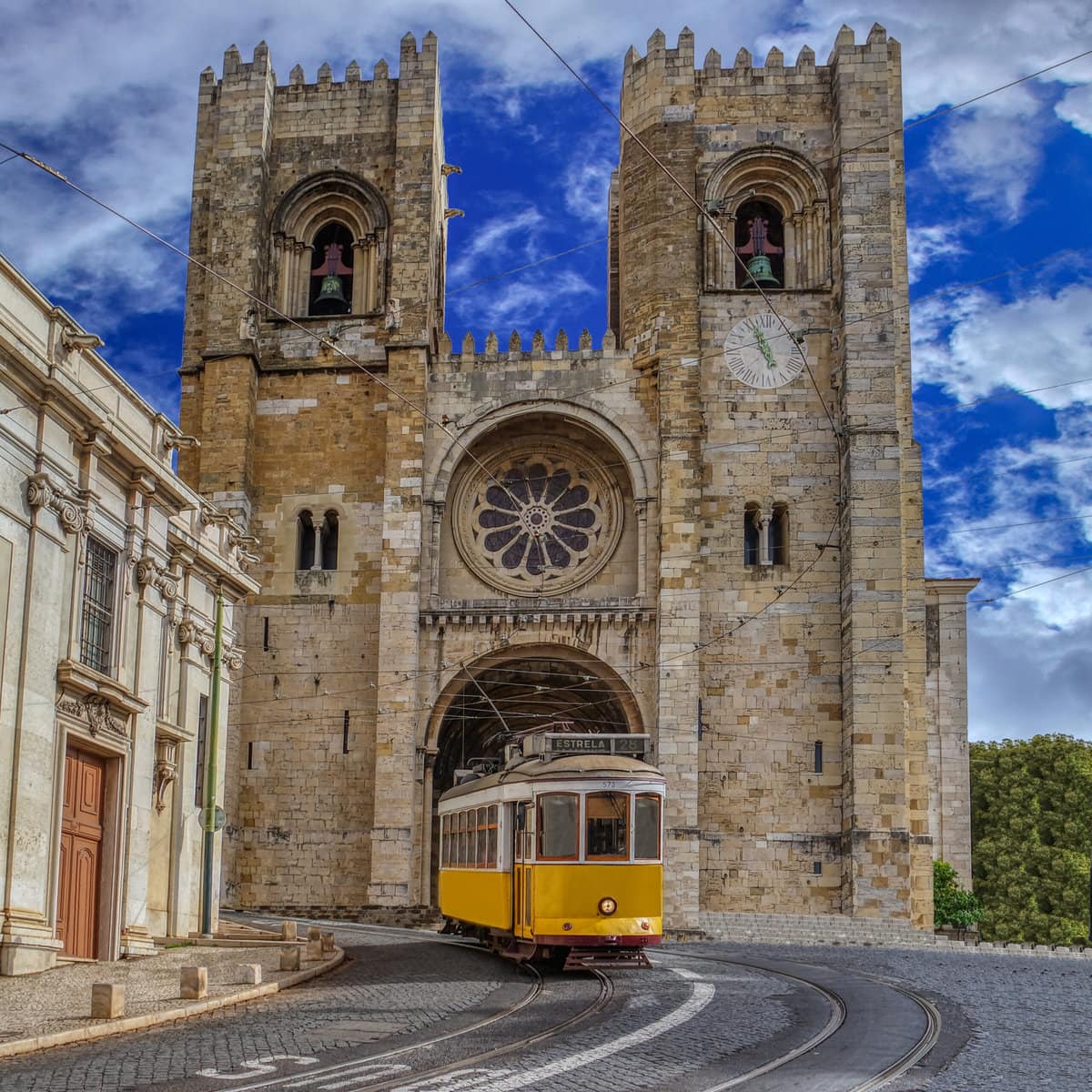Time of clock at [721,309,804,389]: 4:57
